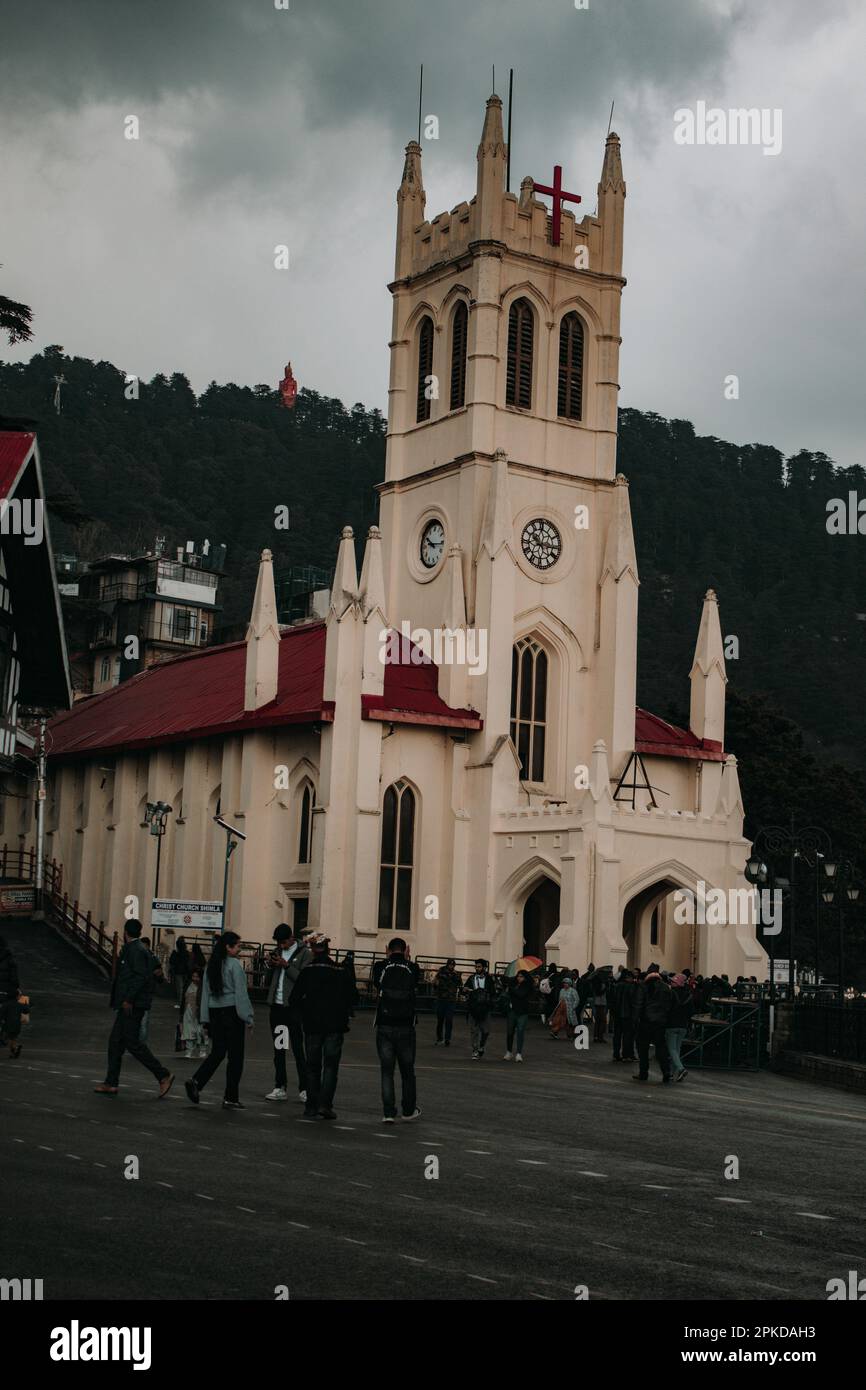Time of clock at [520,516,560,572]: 10:15
